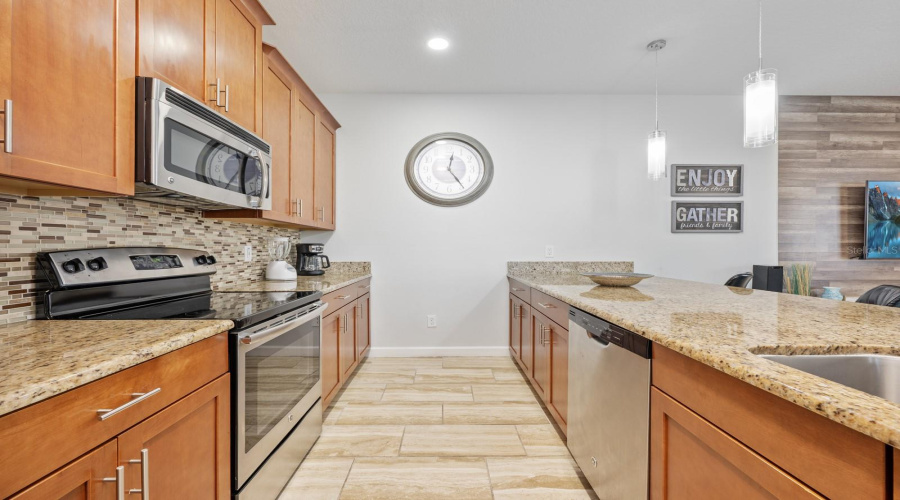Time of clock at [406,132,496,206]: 12:24
